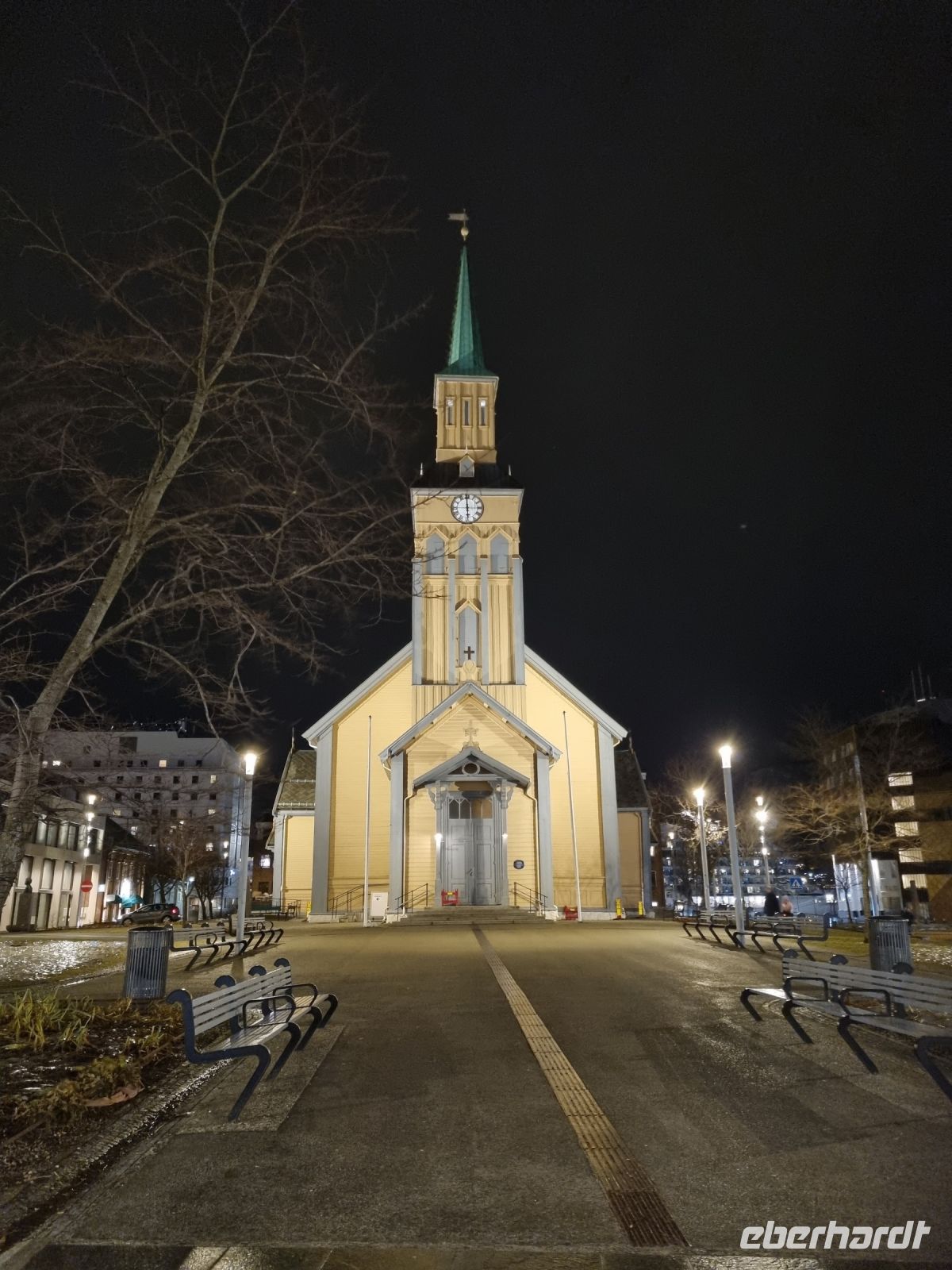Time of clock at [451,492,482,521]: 5:59
